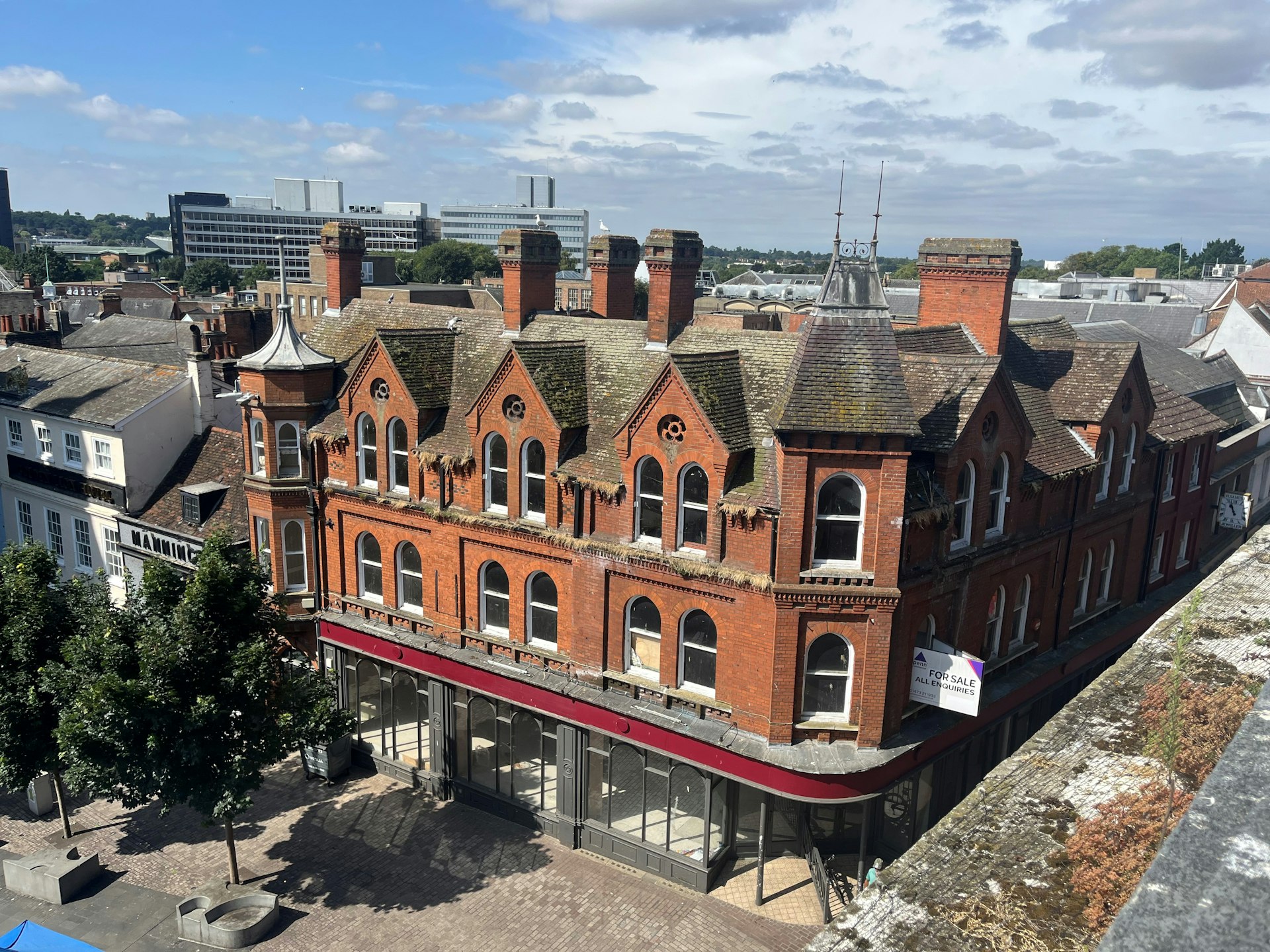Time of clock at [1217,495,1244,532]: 10:56
